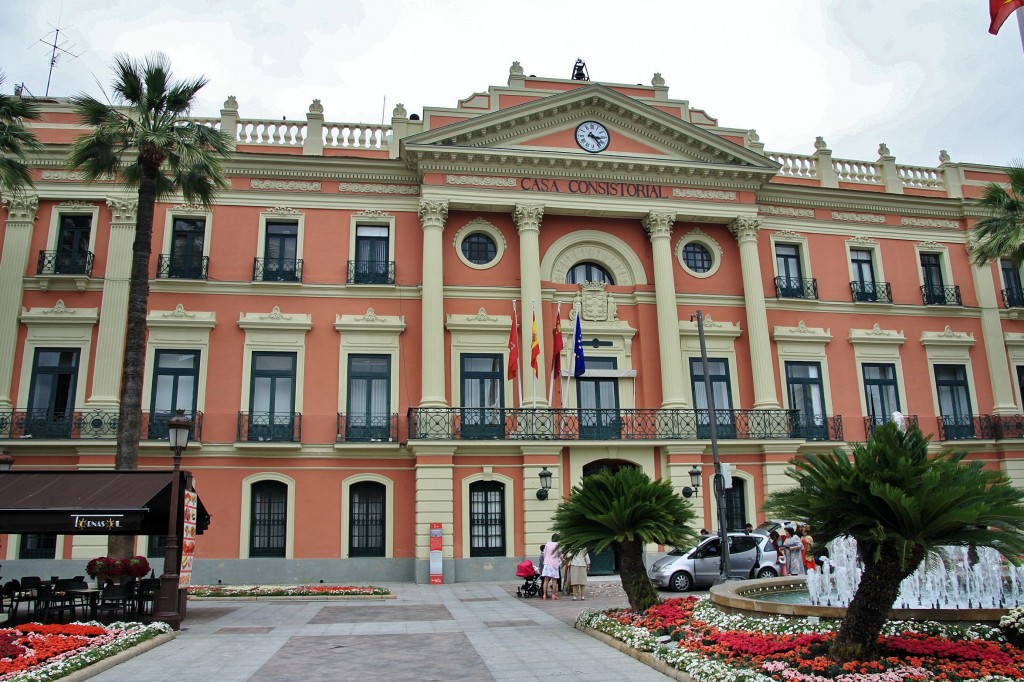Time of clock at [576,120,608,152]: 3:23
